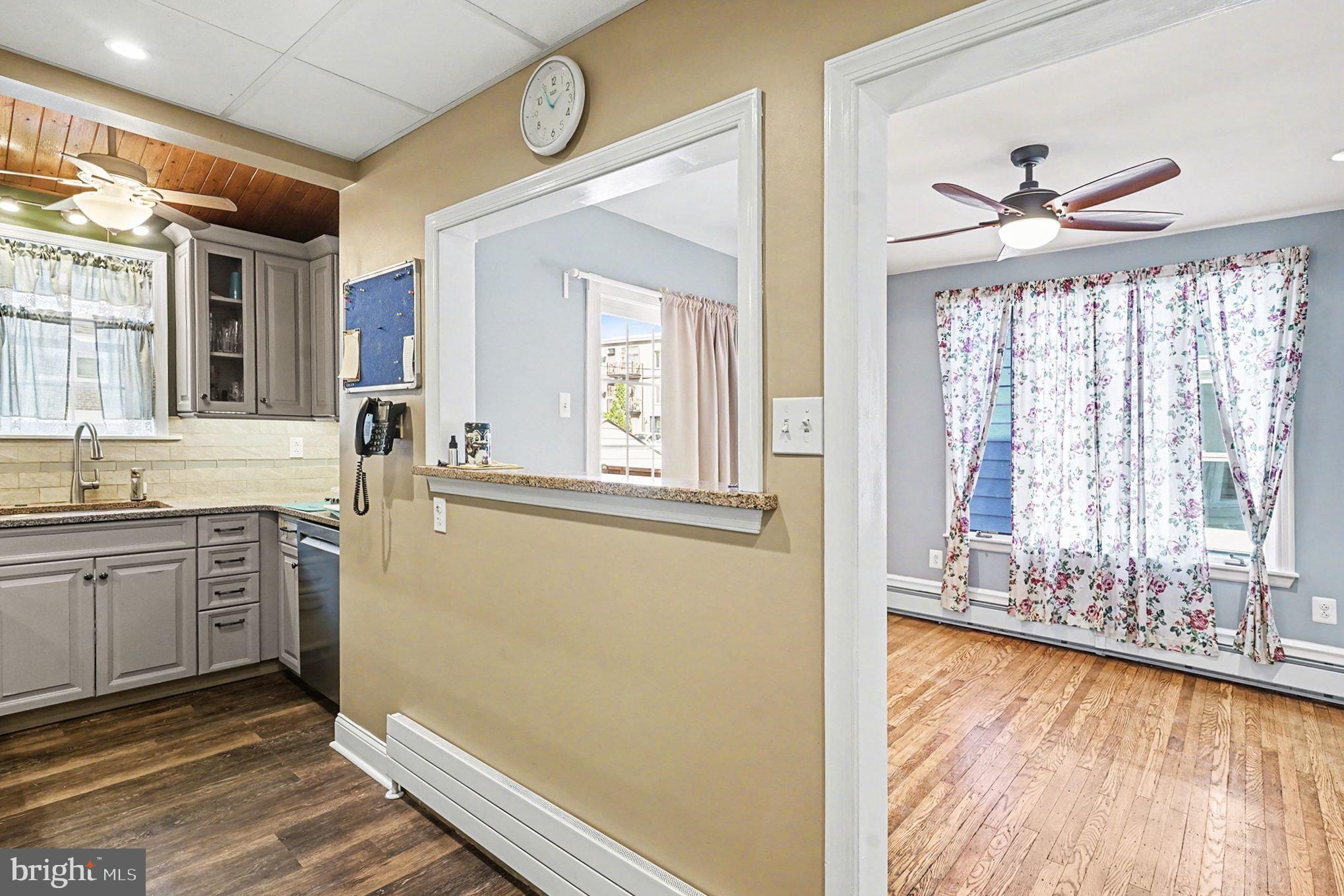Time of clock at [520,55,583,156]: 1:54
